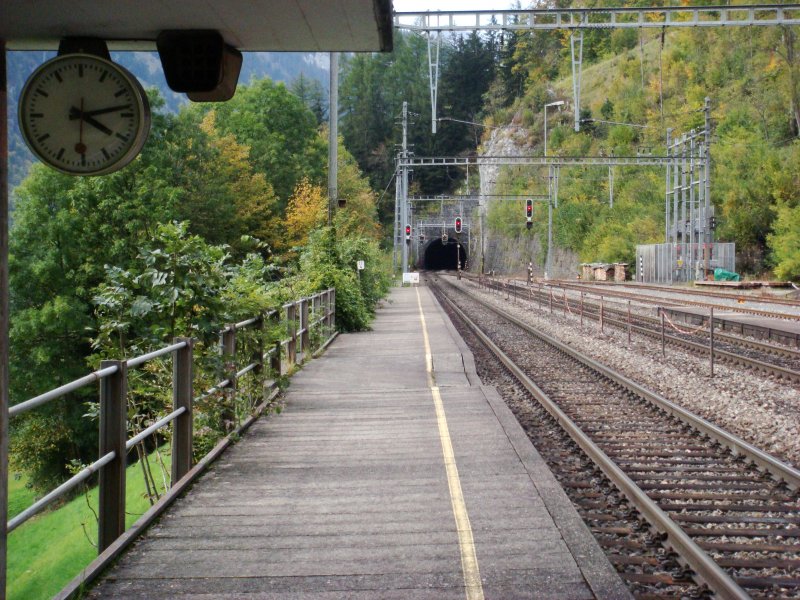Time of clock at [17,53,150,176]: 4:13
